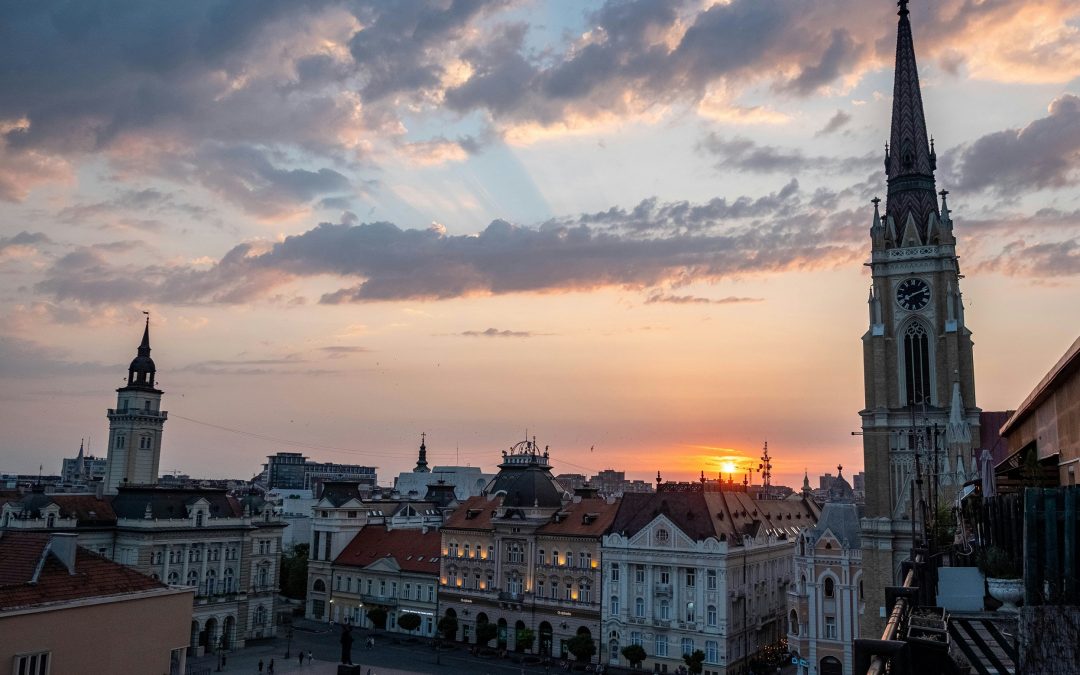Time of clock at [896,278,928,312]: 8:11
